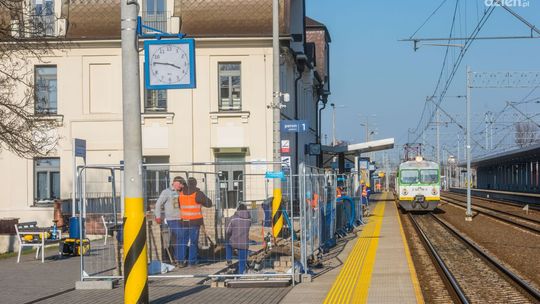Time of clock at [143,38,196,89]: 3:46
